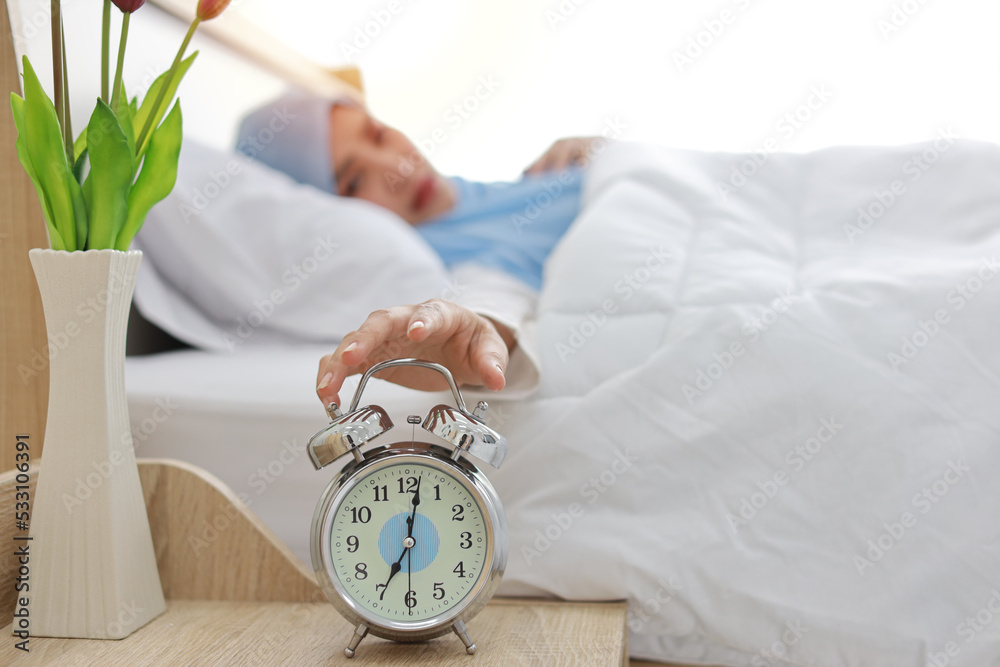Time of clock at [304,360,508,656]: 7:01
